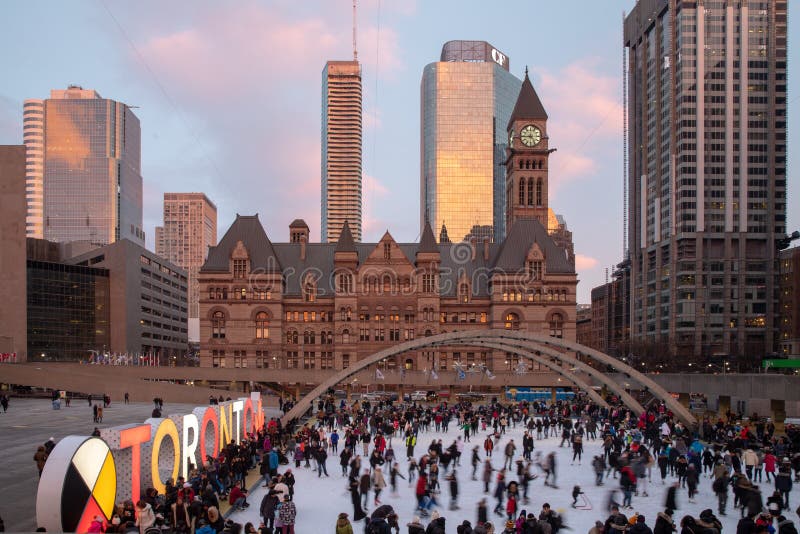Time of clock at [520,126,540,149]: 4:44
